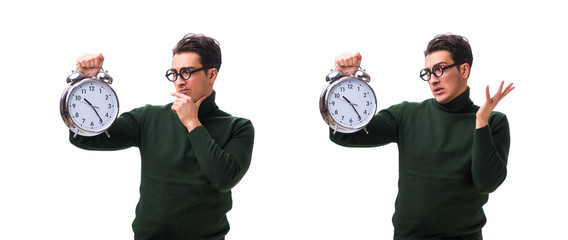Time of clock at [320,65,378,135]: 10:24
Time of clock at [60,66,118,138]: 10:24
